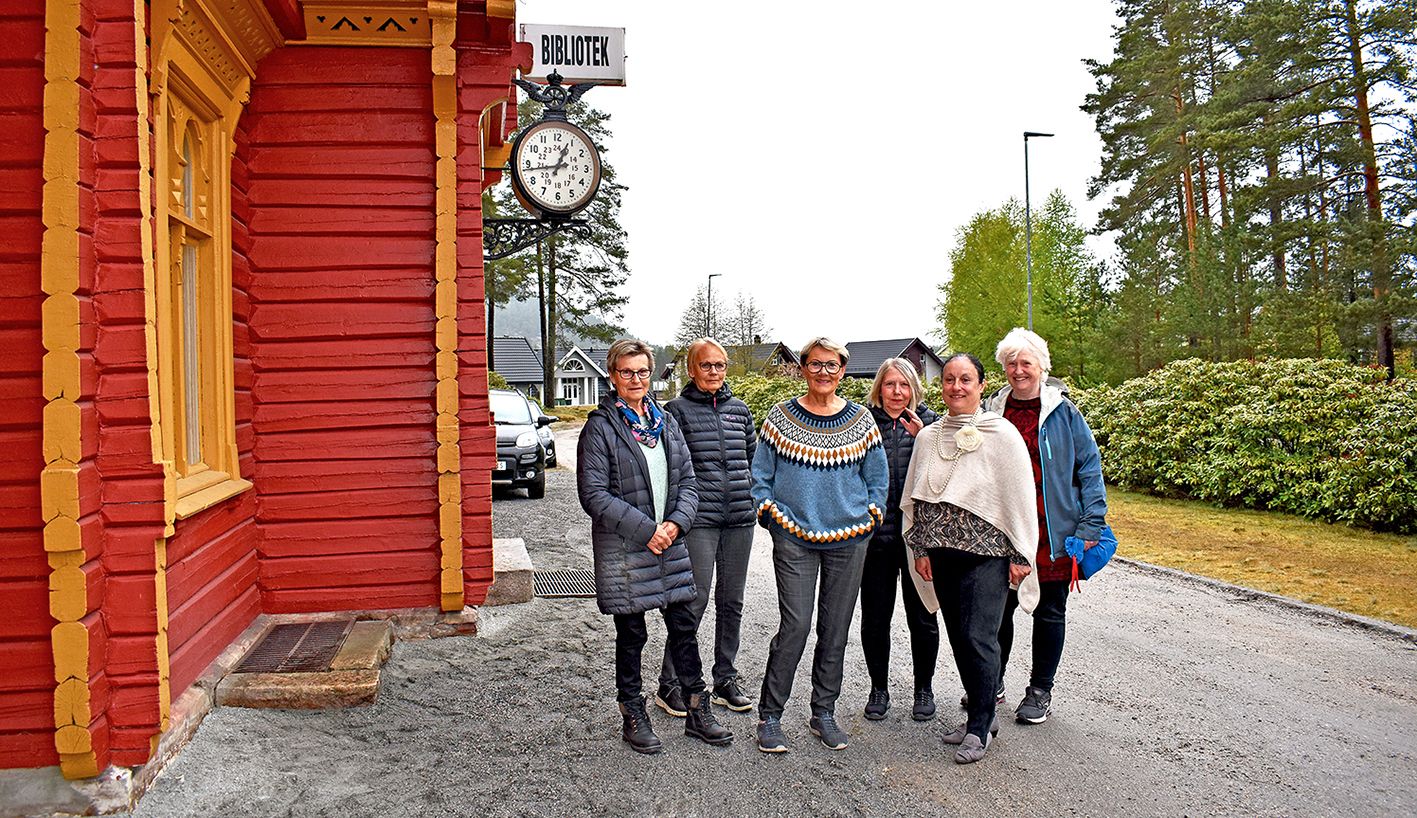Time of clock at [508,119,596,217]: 12:43
